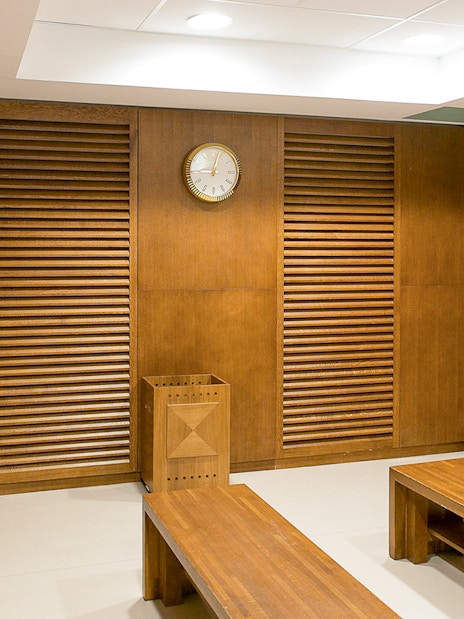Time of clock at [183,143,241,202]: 9:02
